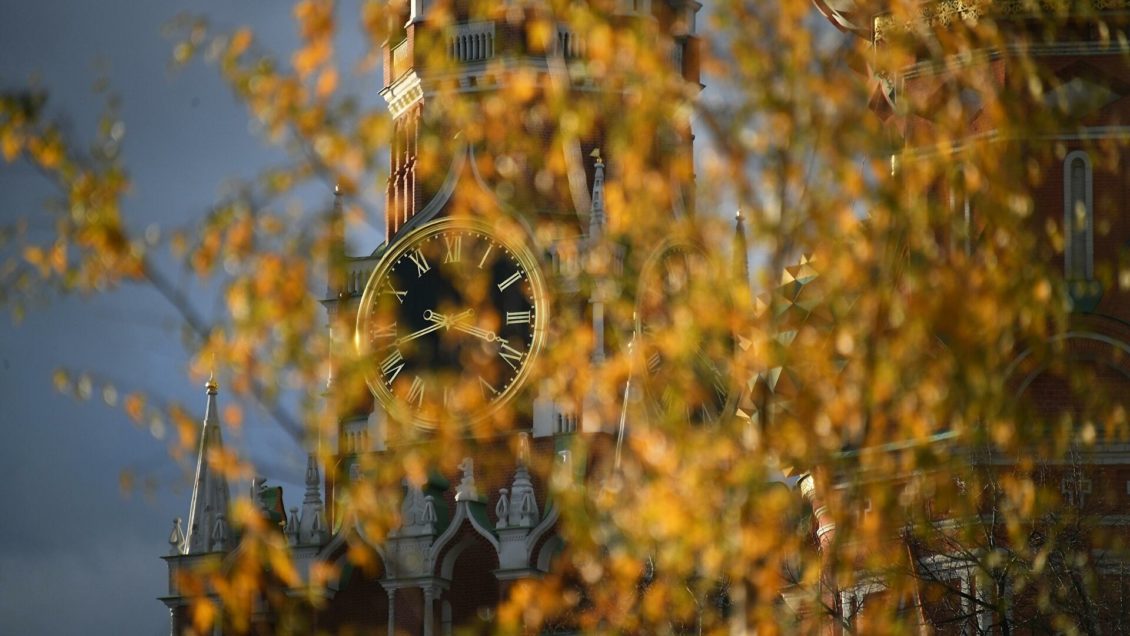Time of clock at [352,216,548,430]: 8:17
